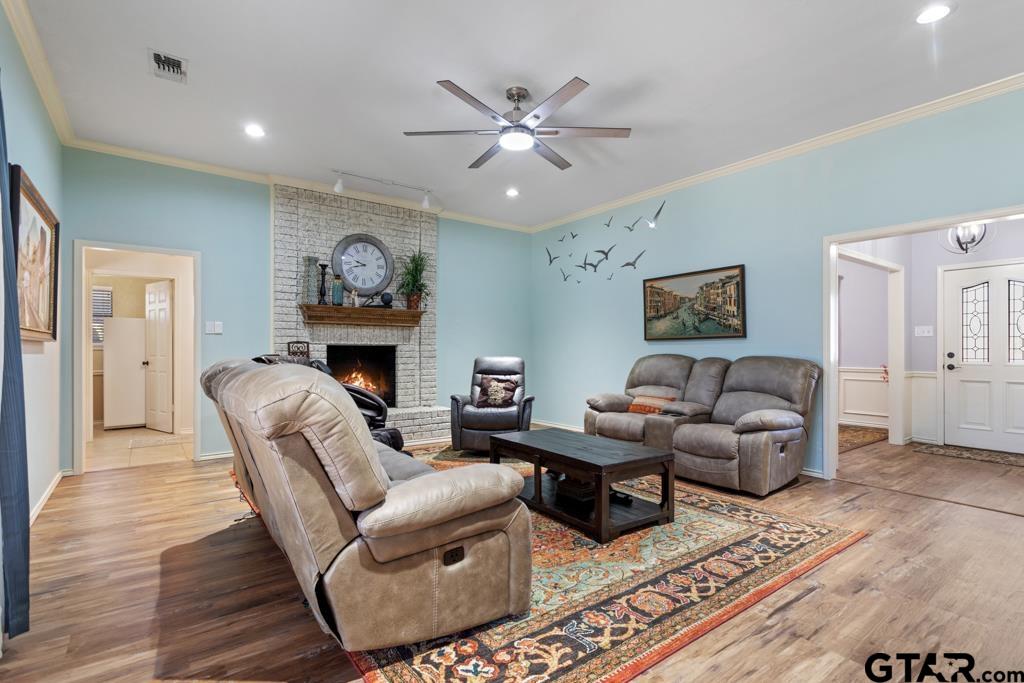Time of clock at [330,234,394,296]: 9:42
